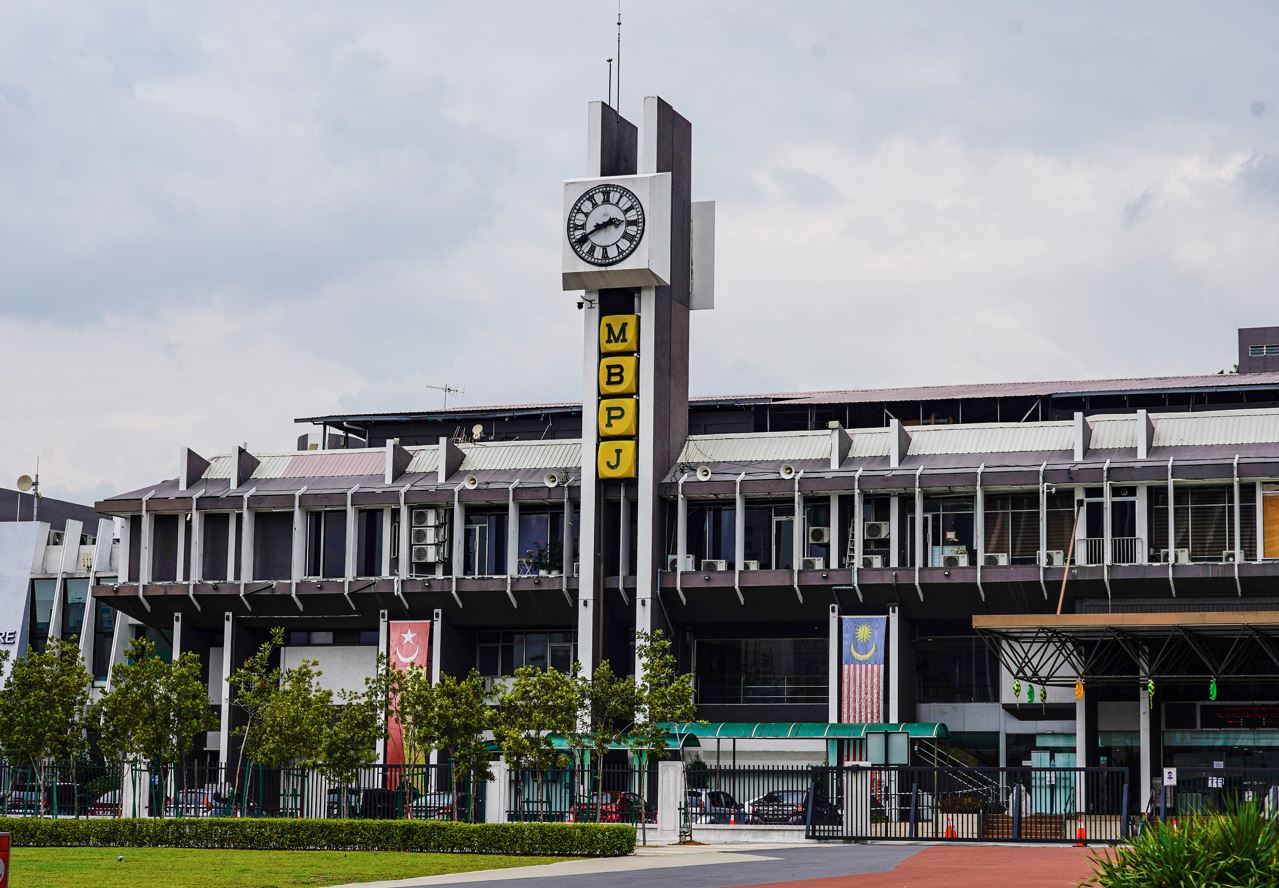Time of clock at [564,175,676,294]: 2:40
